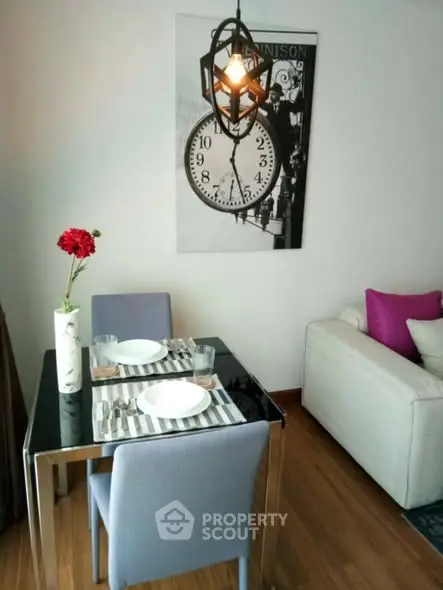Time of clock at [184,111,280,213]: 12:26
